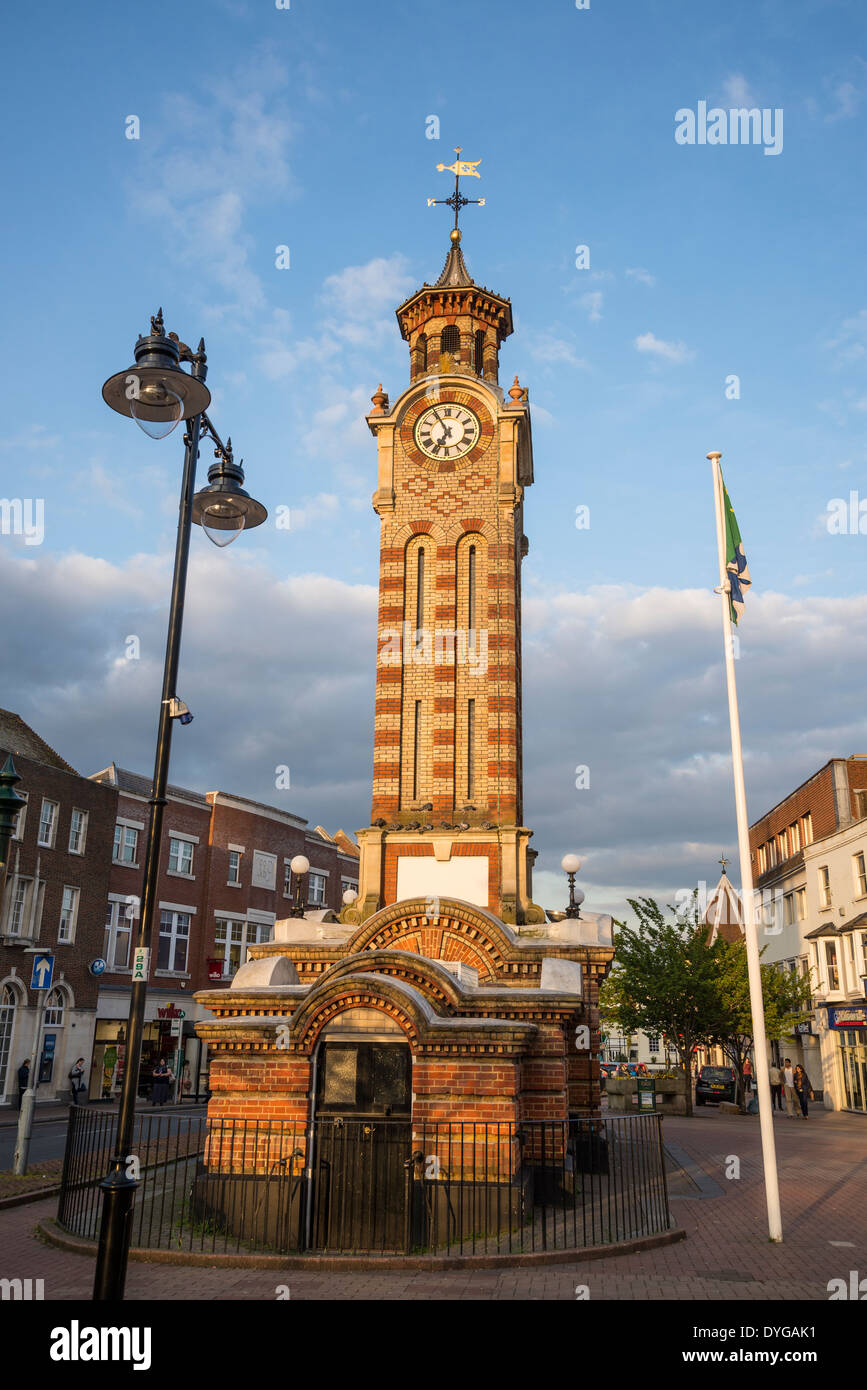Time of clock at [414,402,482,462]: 6:55
